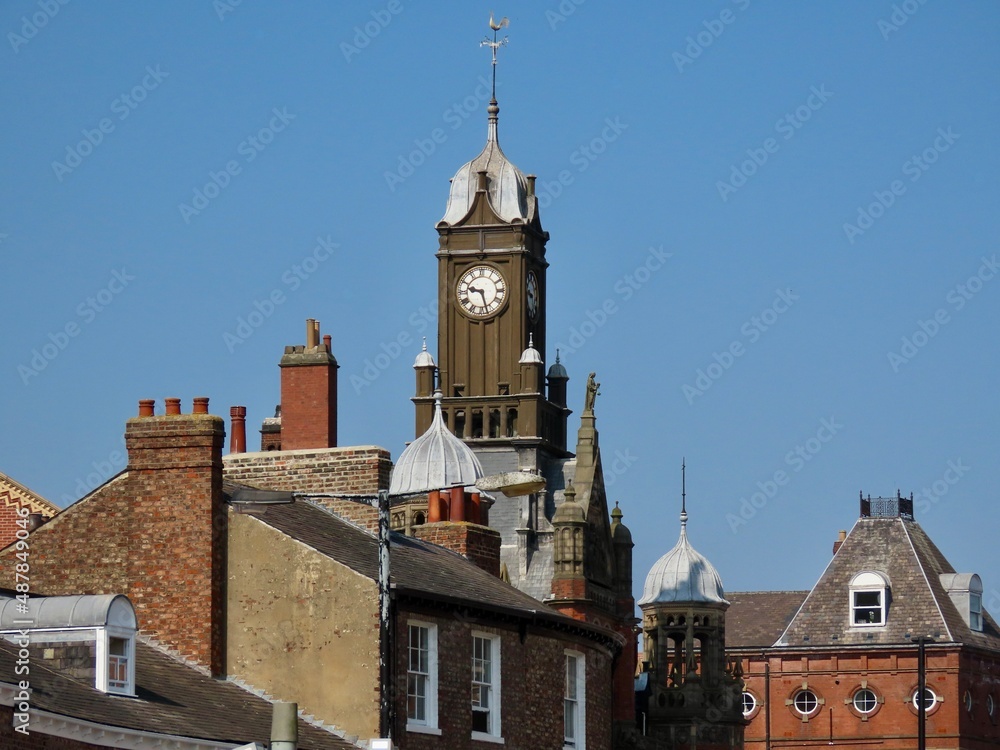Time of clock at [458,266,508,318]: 9:27
